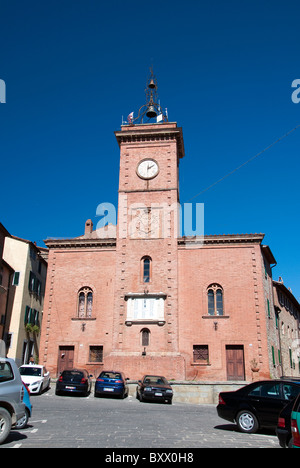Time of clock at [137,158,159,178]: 2:09
